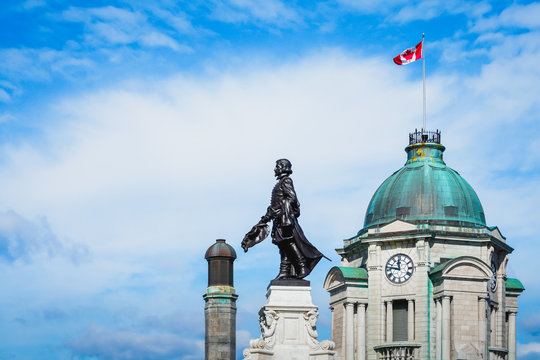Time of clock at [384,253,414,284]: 11:46
